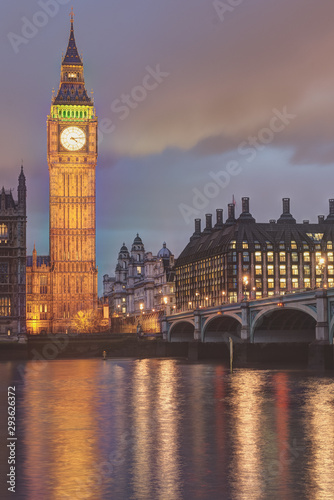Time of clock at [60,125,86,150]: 4:13
